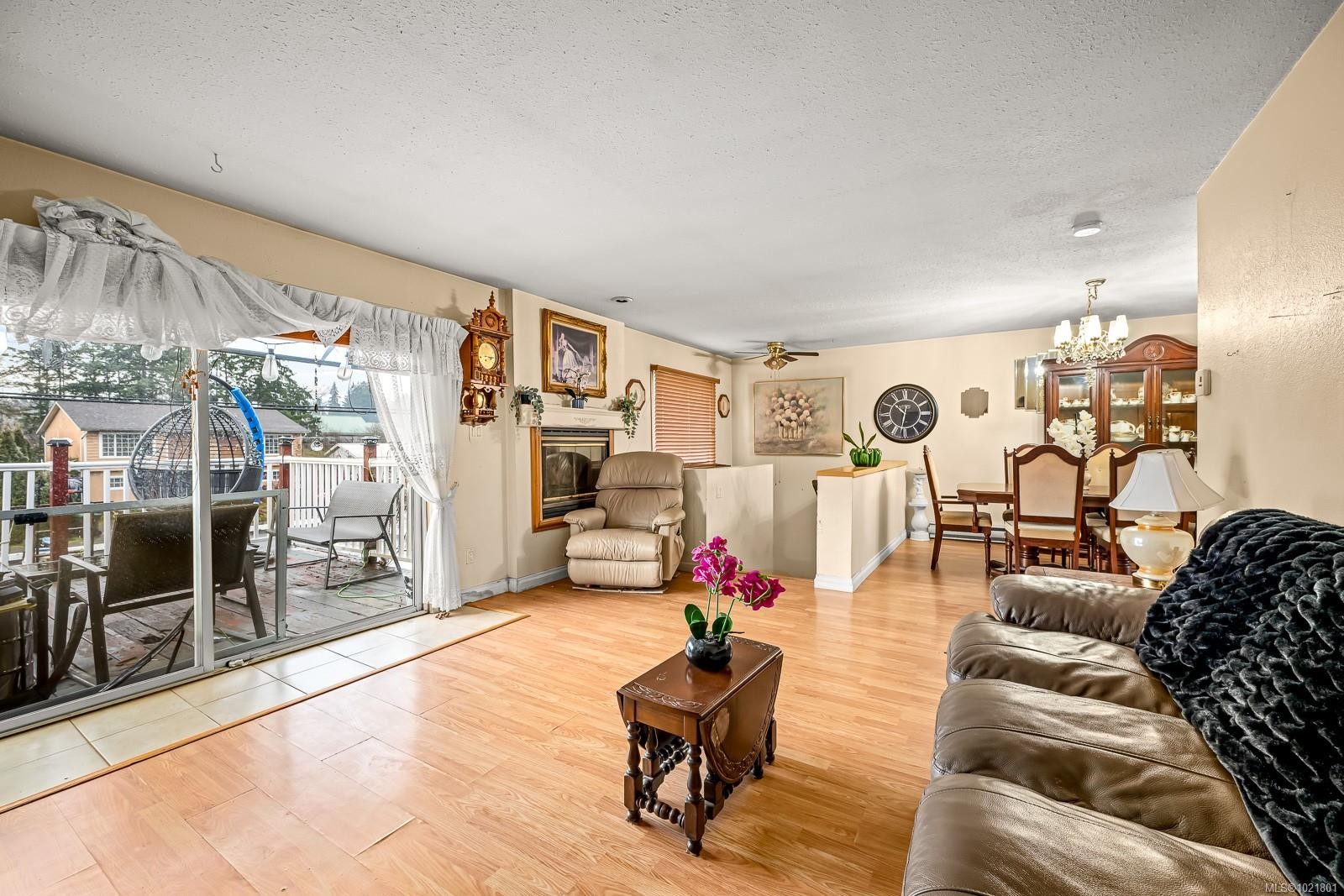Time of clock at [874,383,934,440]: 10:31
